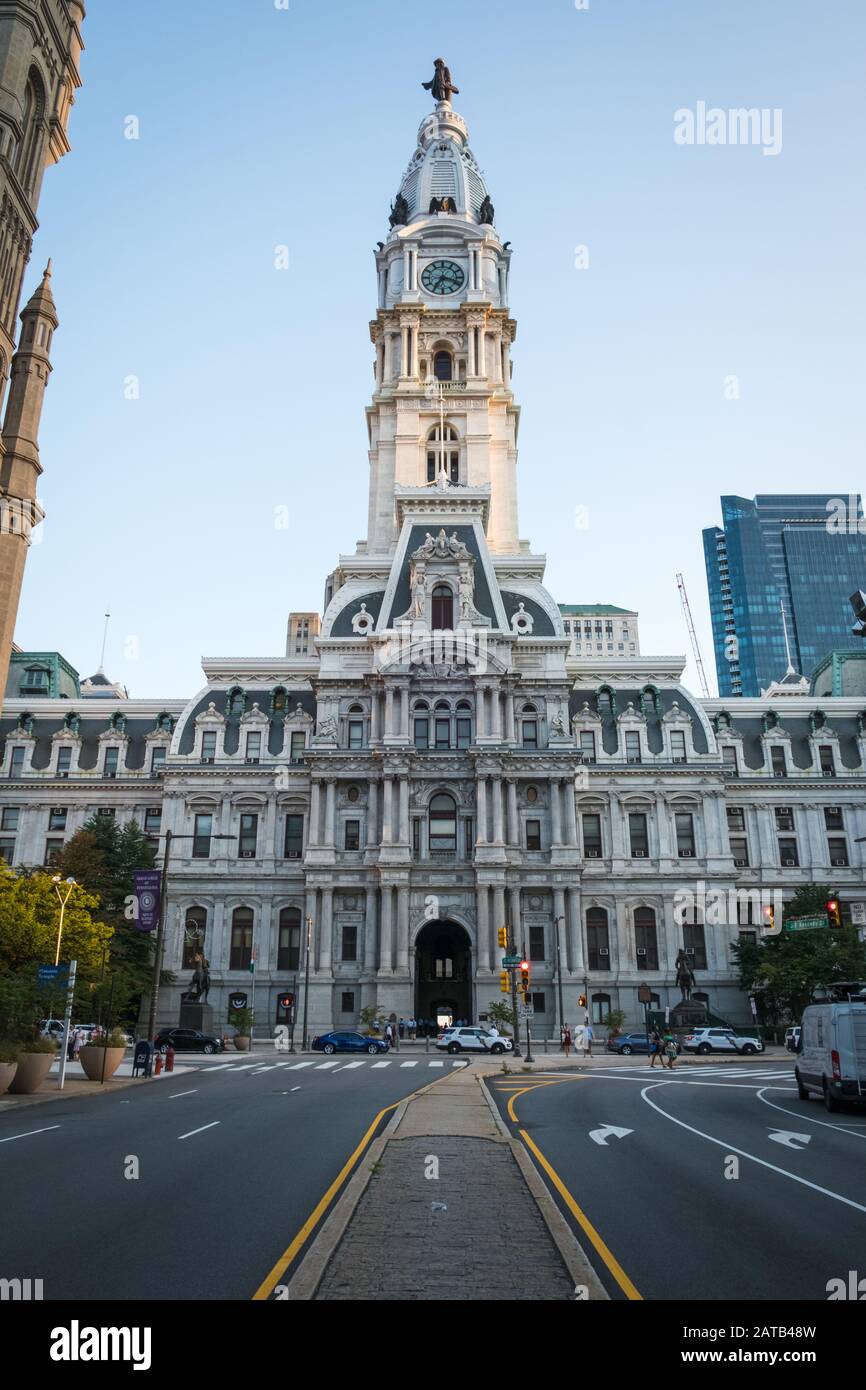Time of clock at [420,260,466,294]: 7:17
